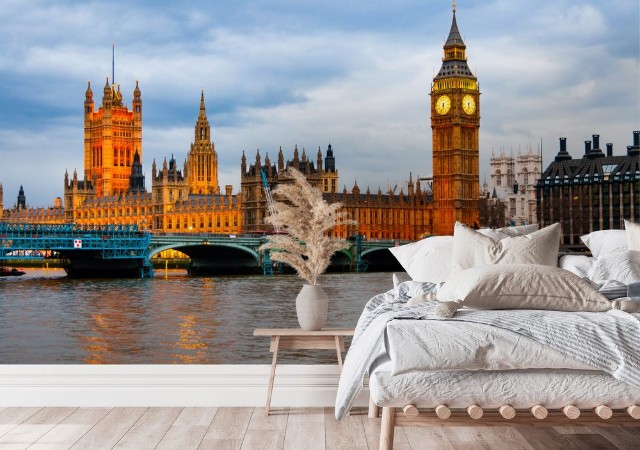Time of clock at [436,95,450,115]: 5:33
